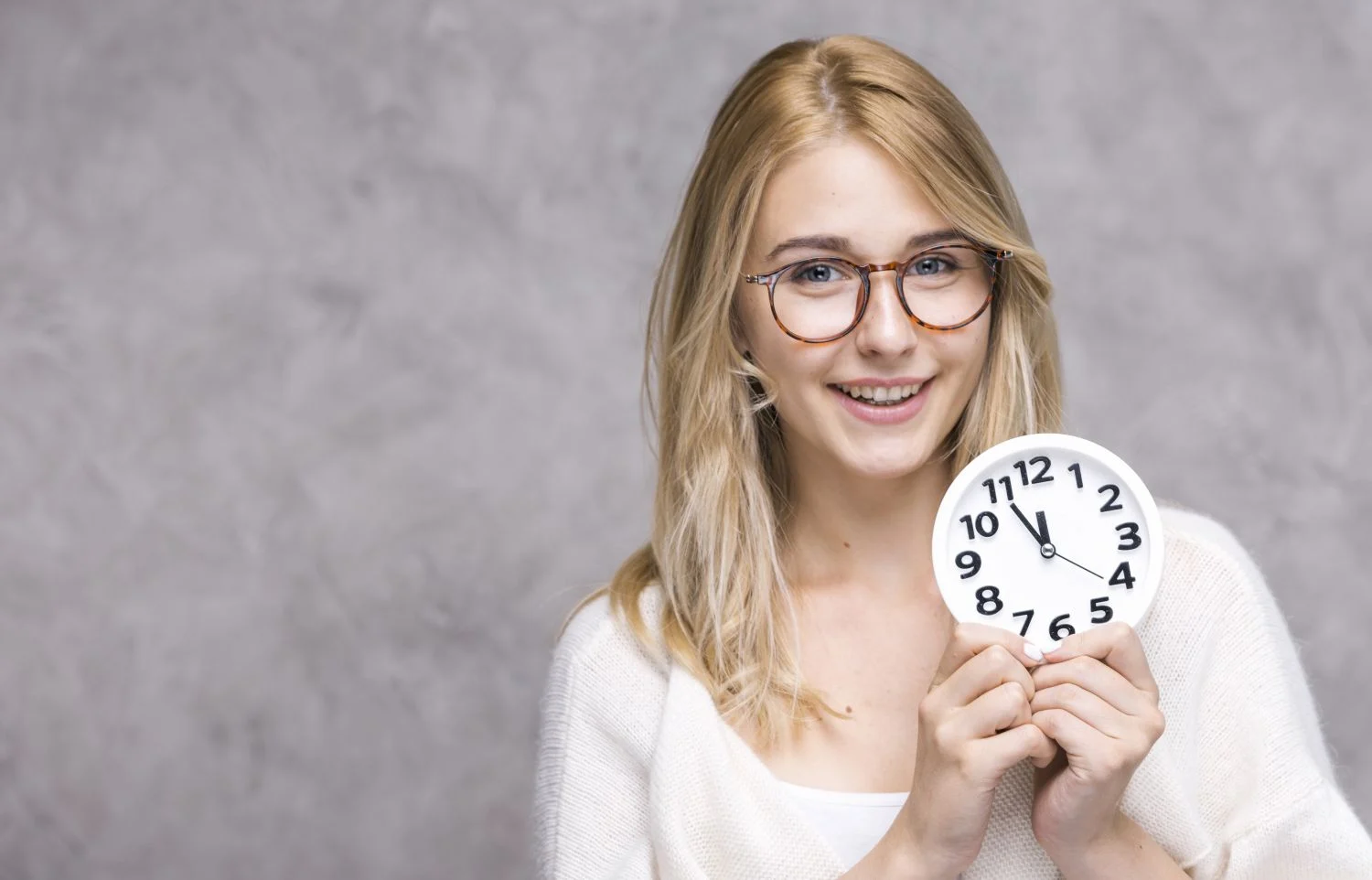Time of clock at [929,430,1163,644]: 11:55
